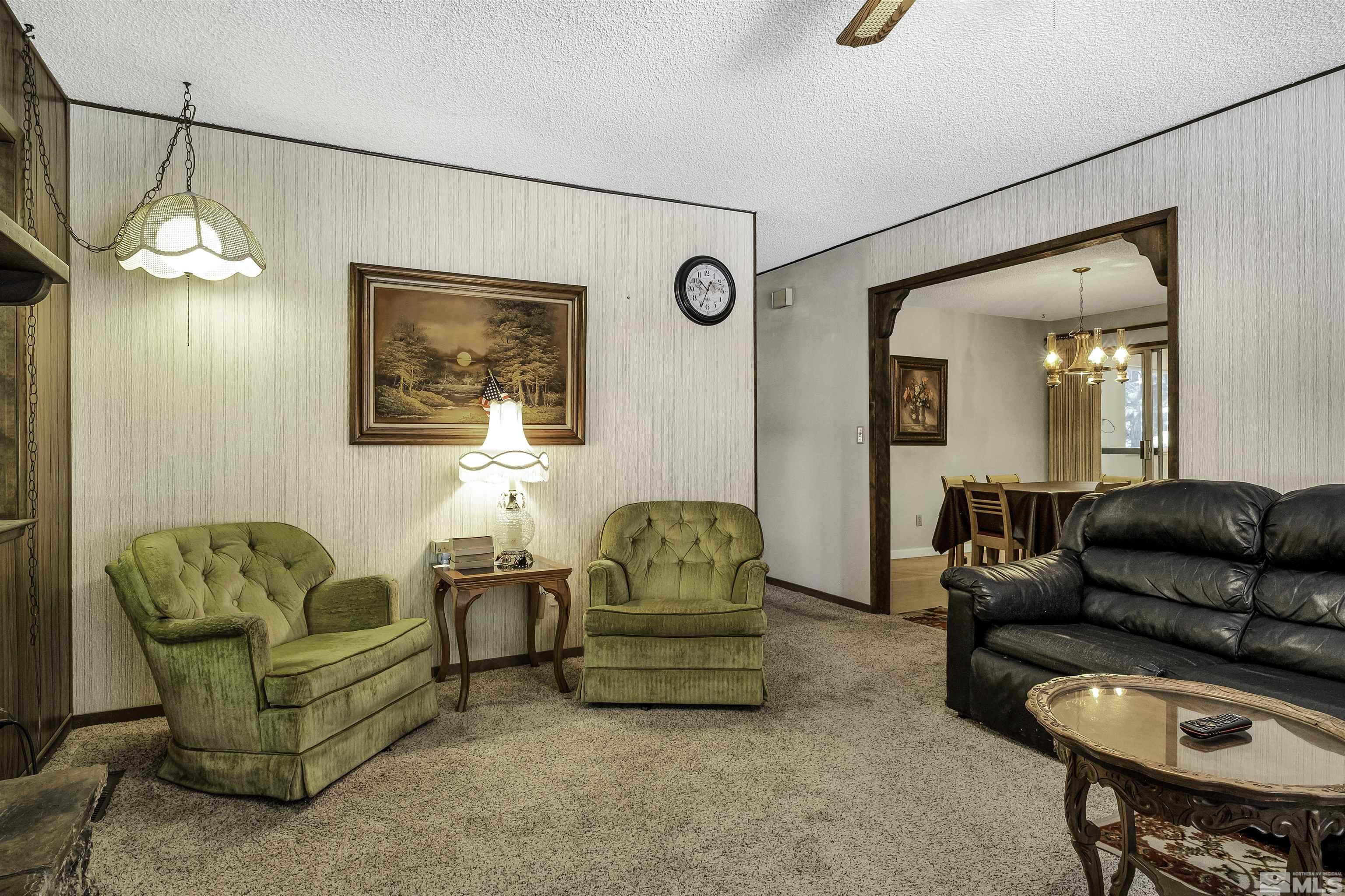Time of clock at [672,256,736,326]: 10:34
